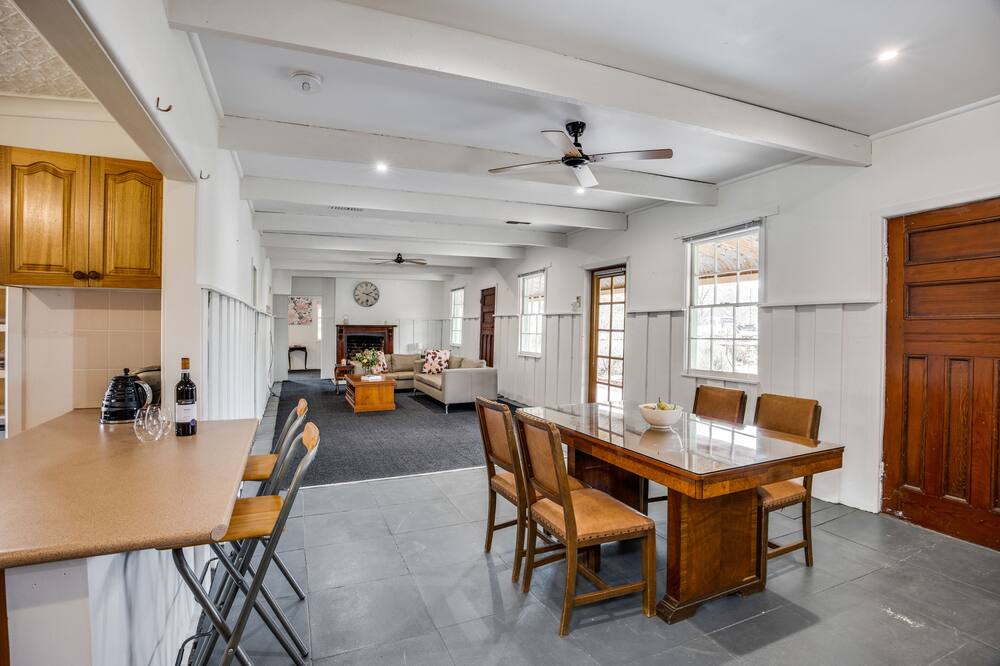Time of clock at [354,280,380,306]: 2:18
